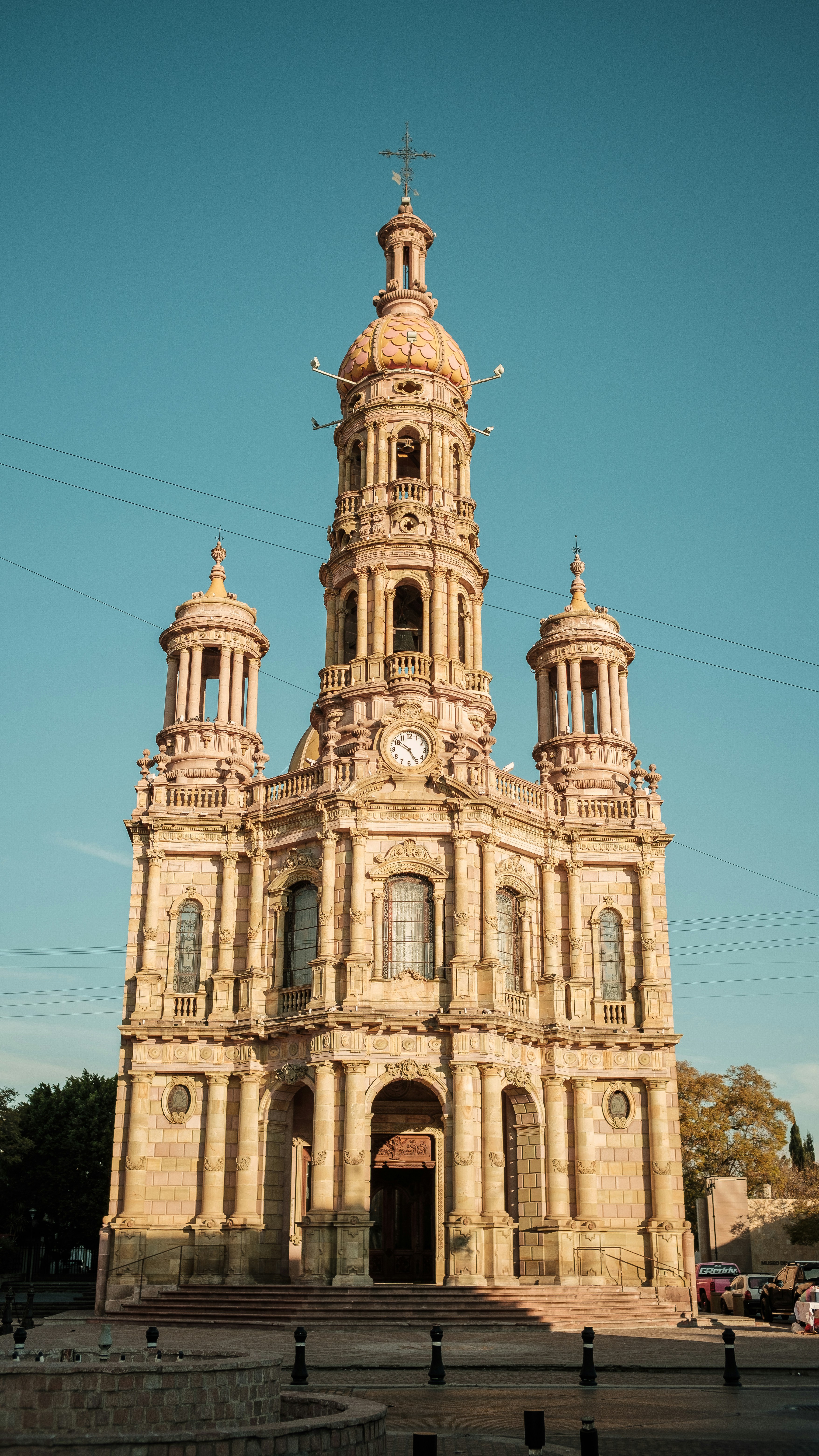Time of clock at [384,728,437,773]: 4:50
